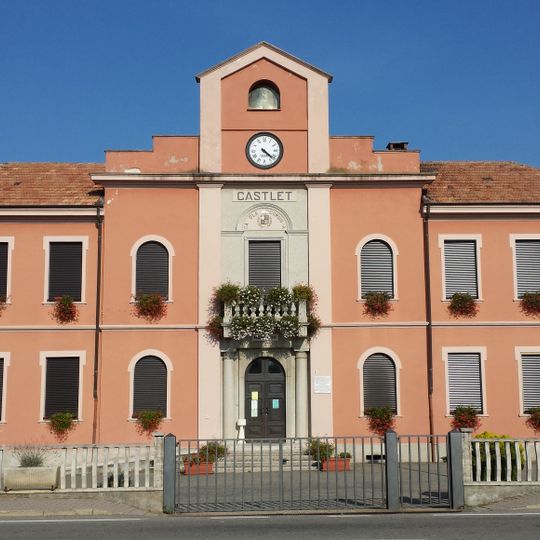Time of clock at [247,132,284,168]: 4:21
